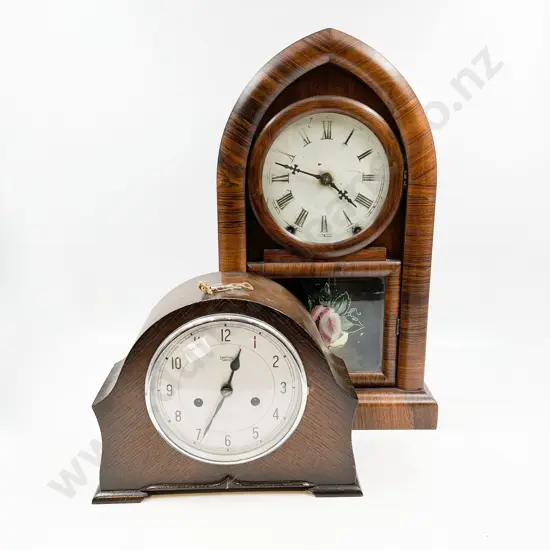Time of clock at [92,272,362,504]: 12:34
